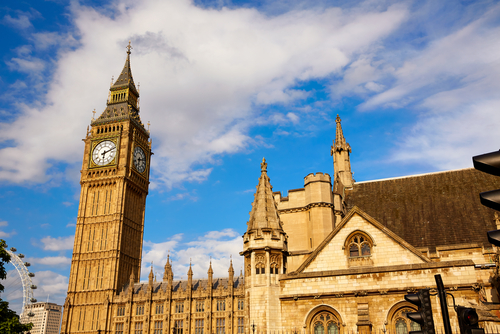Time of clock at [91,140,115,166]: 6:11
